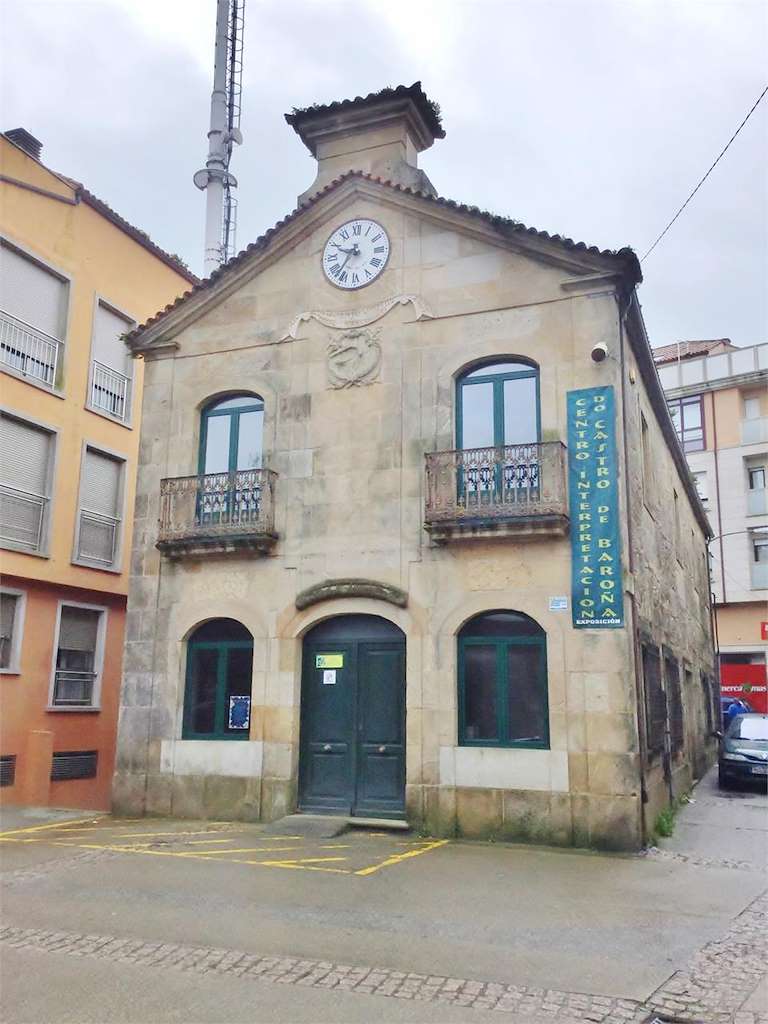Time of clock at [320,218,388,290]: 9:36
